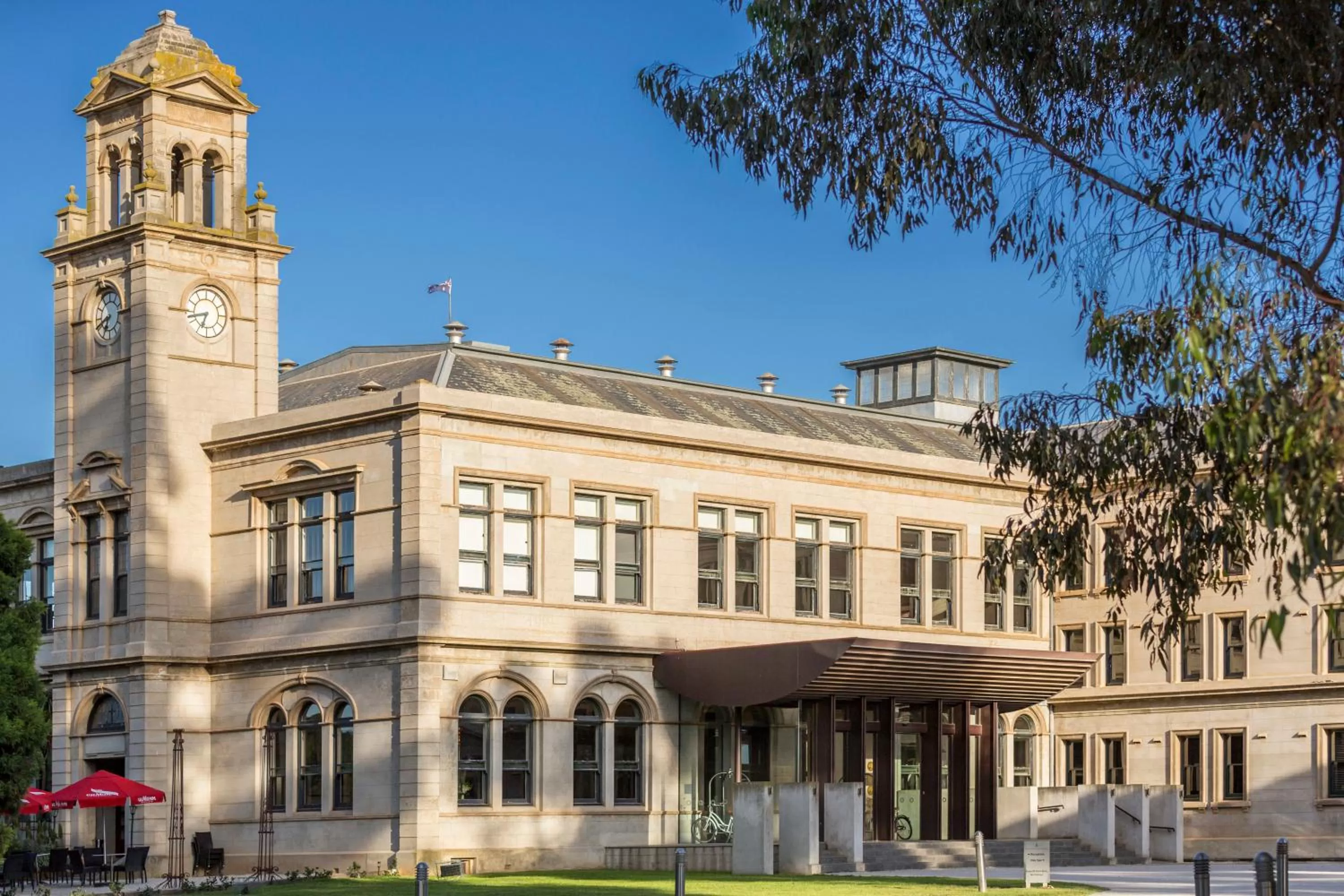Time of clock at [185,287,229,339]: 6:42
